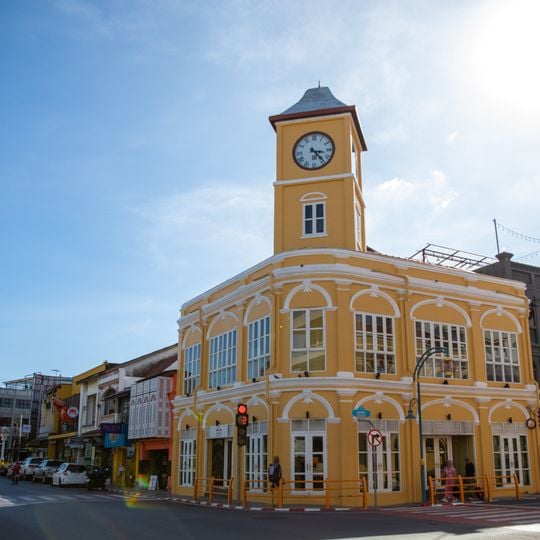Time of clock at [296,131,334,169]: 3:23
